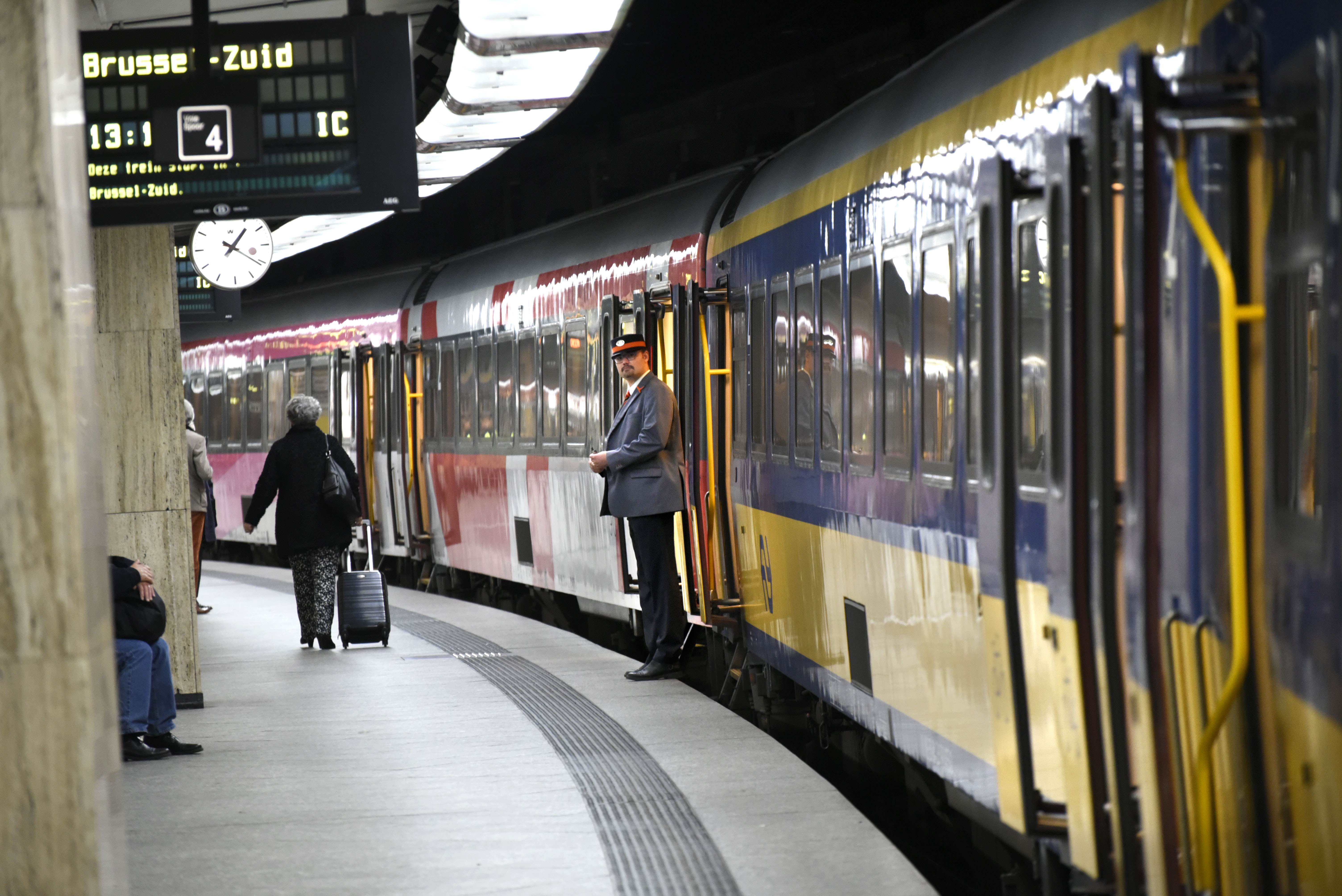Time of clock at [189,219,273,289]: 1:20
